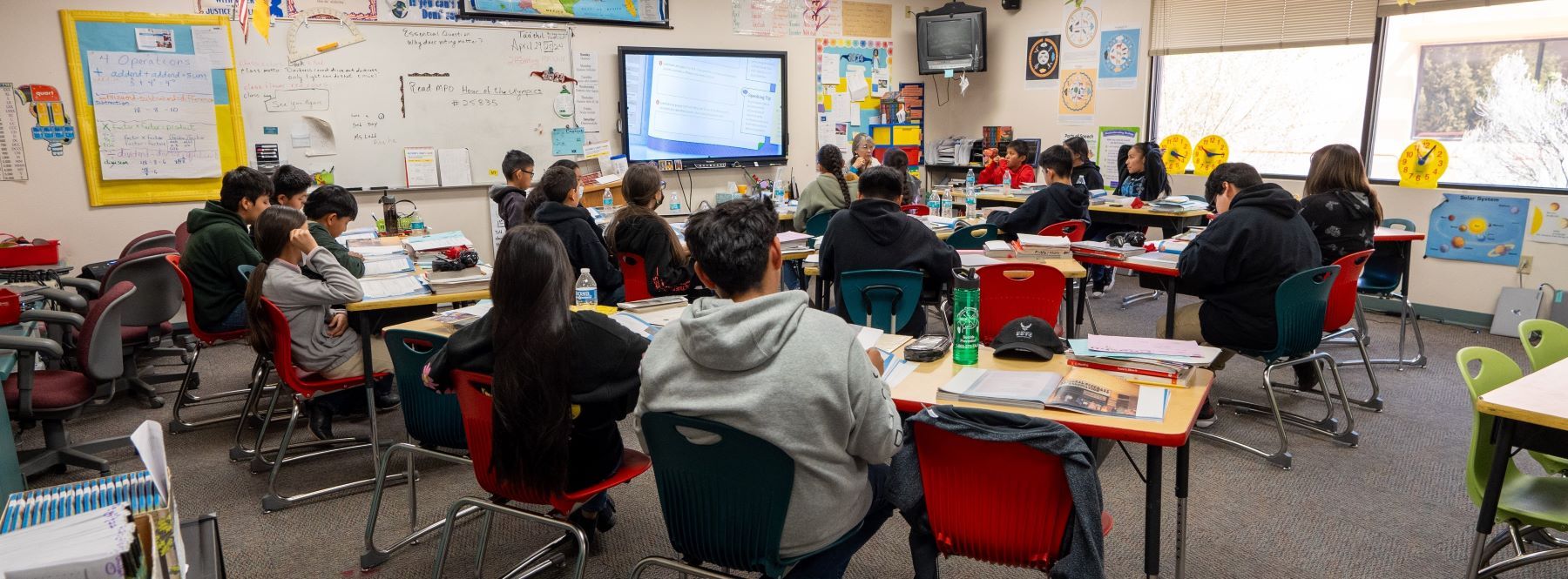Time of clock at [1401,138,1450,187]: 1:05
